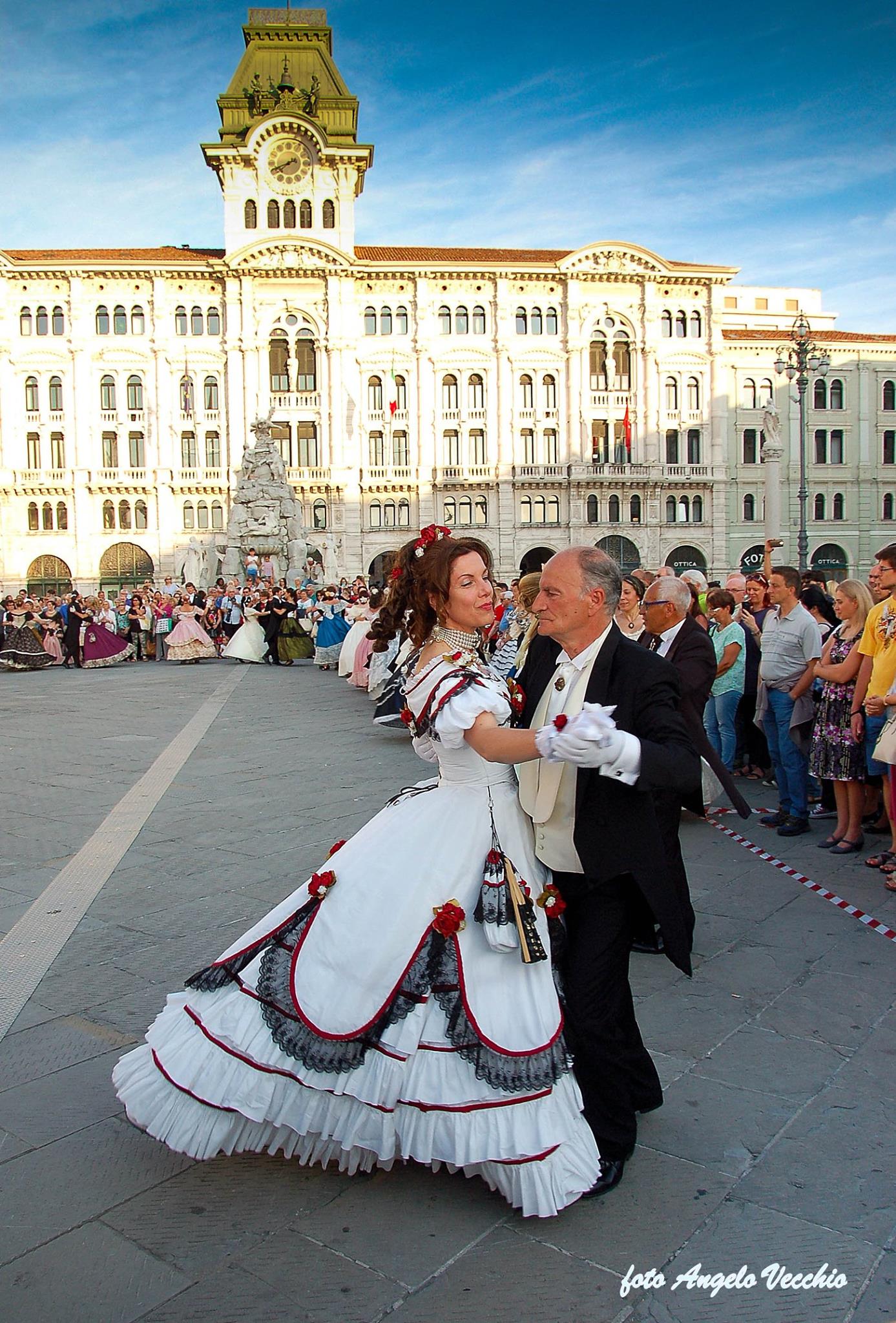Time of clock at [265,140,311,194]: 7:41
